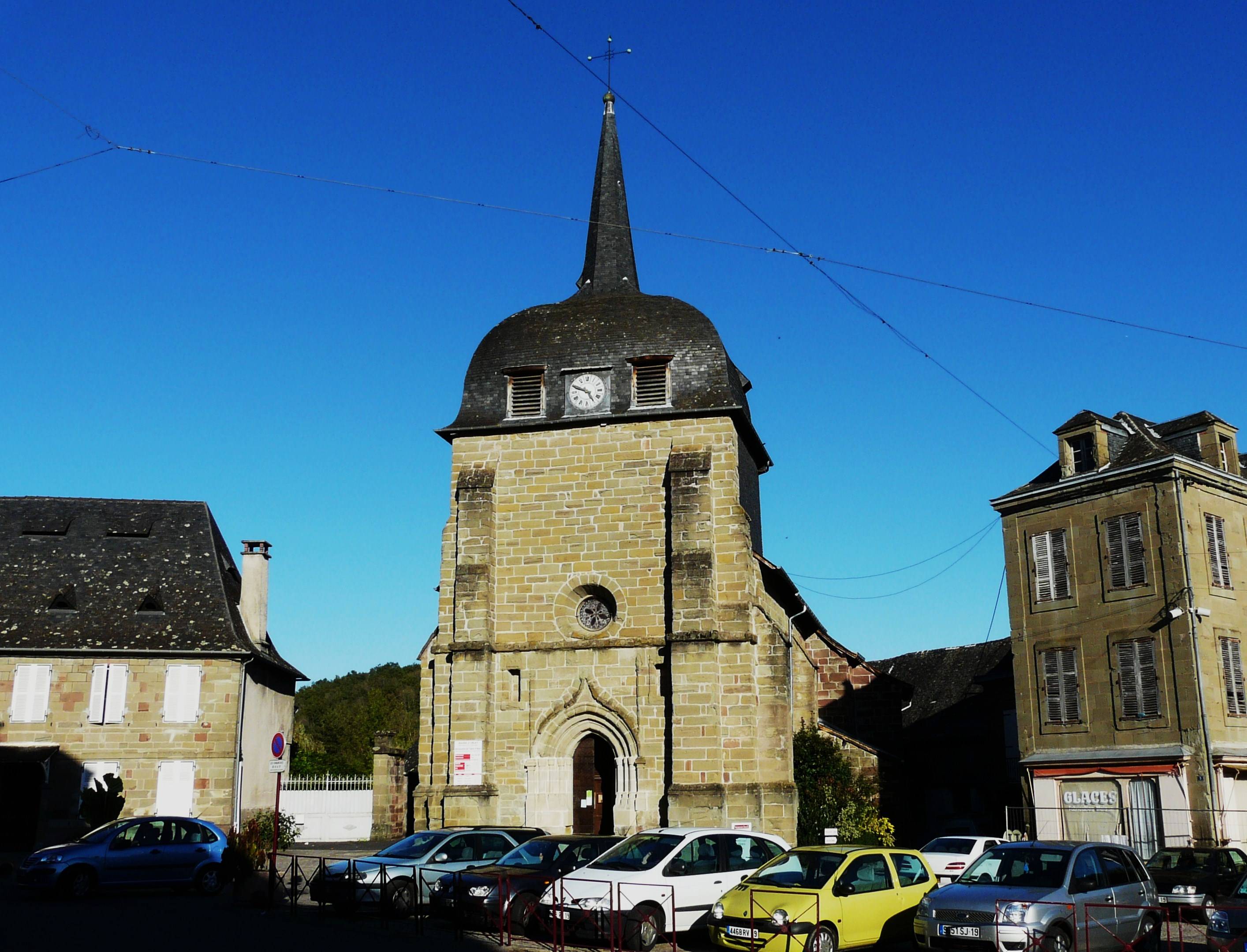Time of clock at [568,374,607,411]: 4:48
